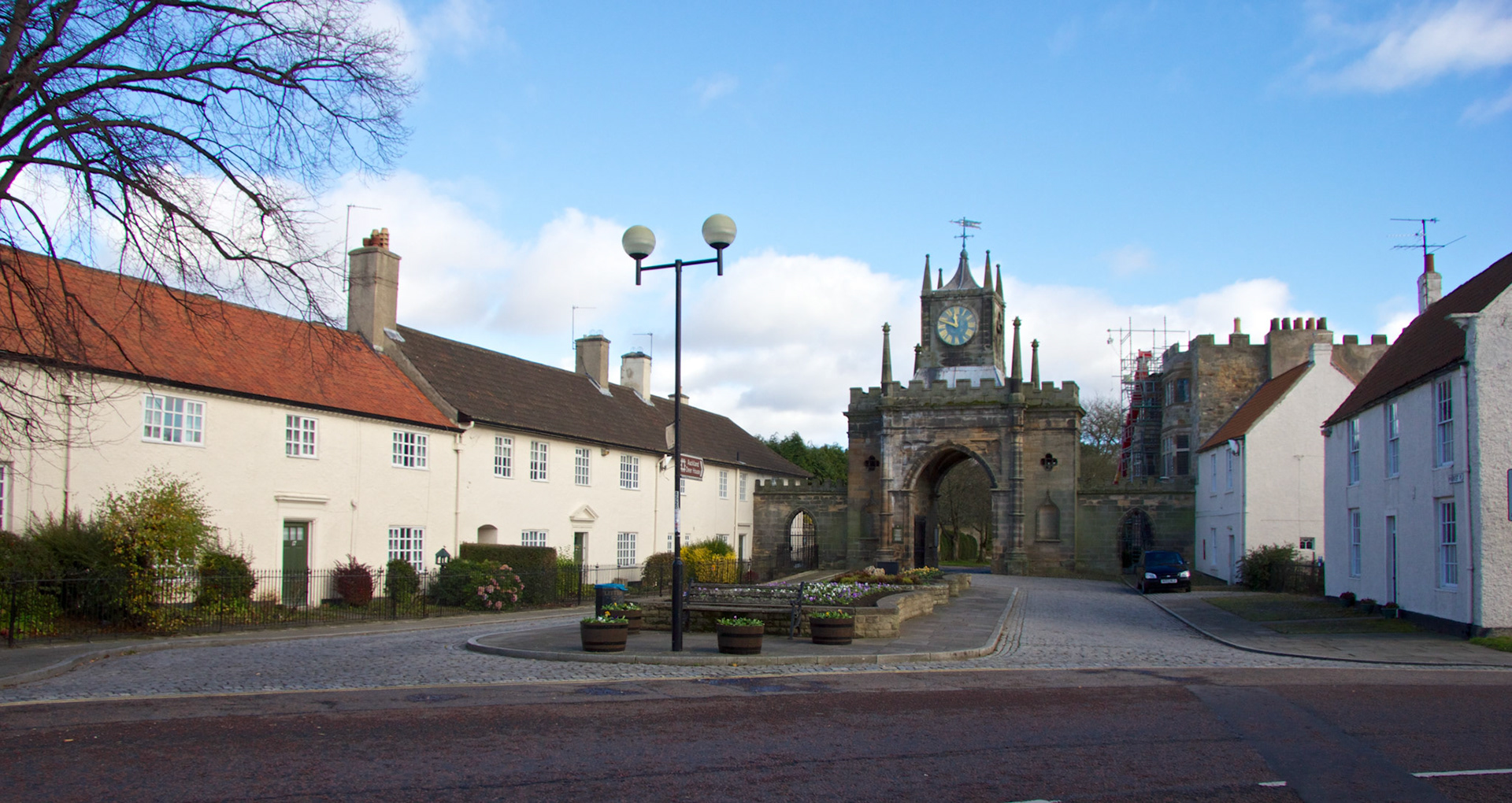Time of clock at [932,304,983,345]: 11:48
